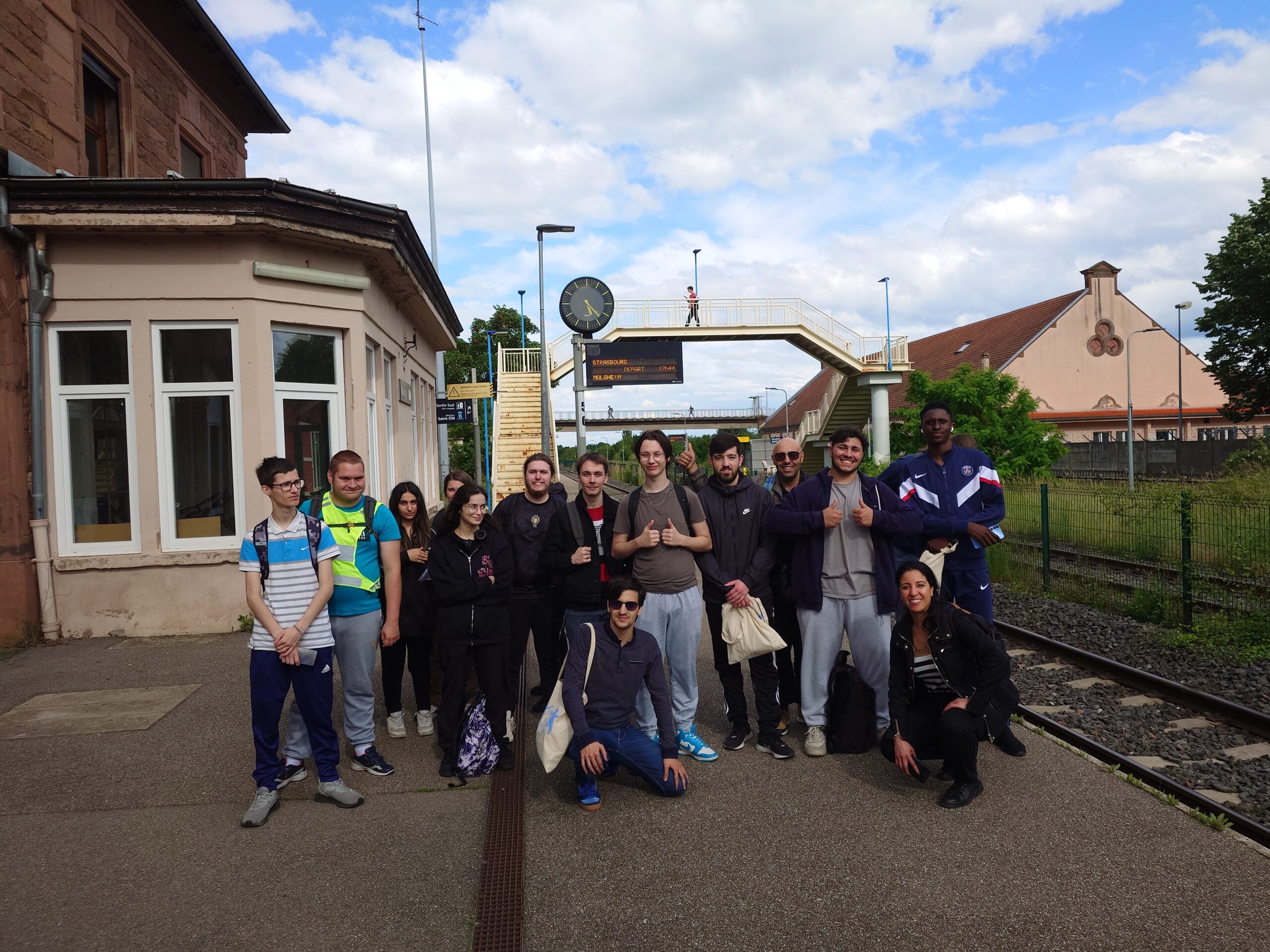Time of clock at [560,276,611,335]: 5:22
